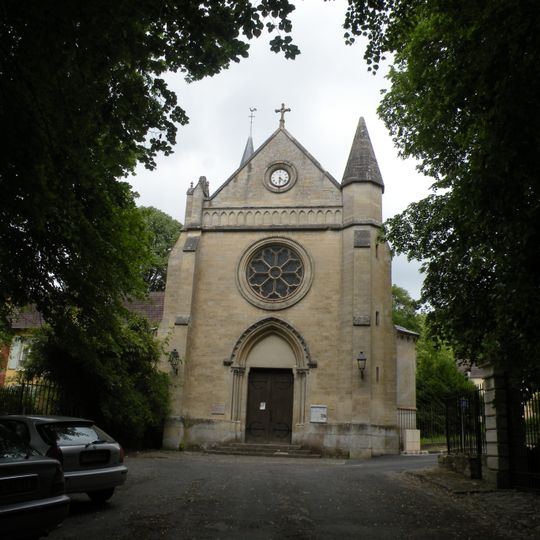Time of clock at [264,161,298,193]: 4:30
